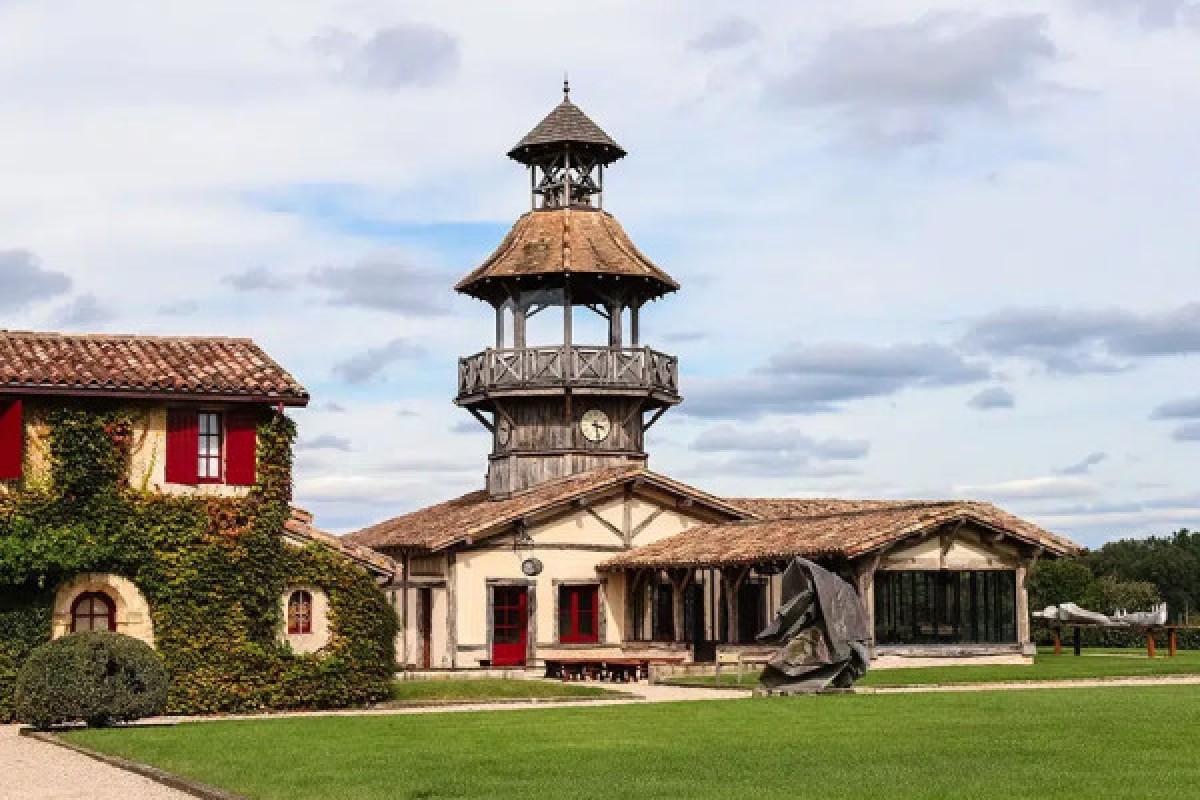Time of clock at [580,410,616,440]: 3:29
